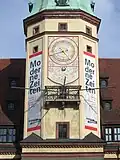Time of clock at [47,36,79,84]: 4:42
